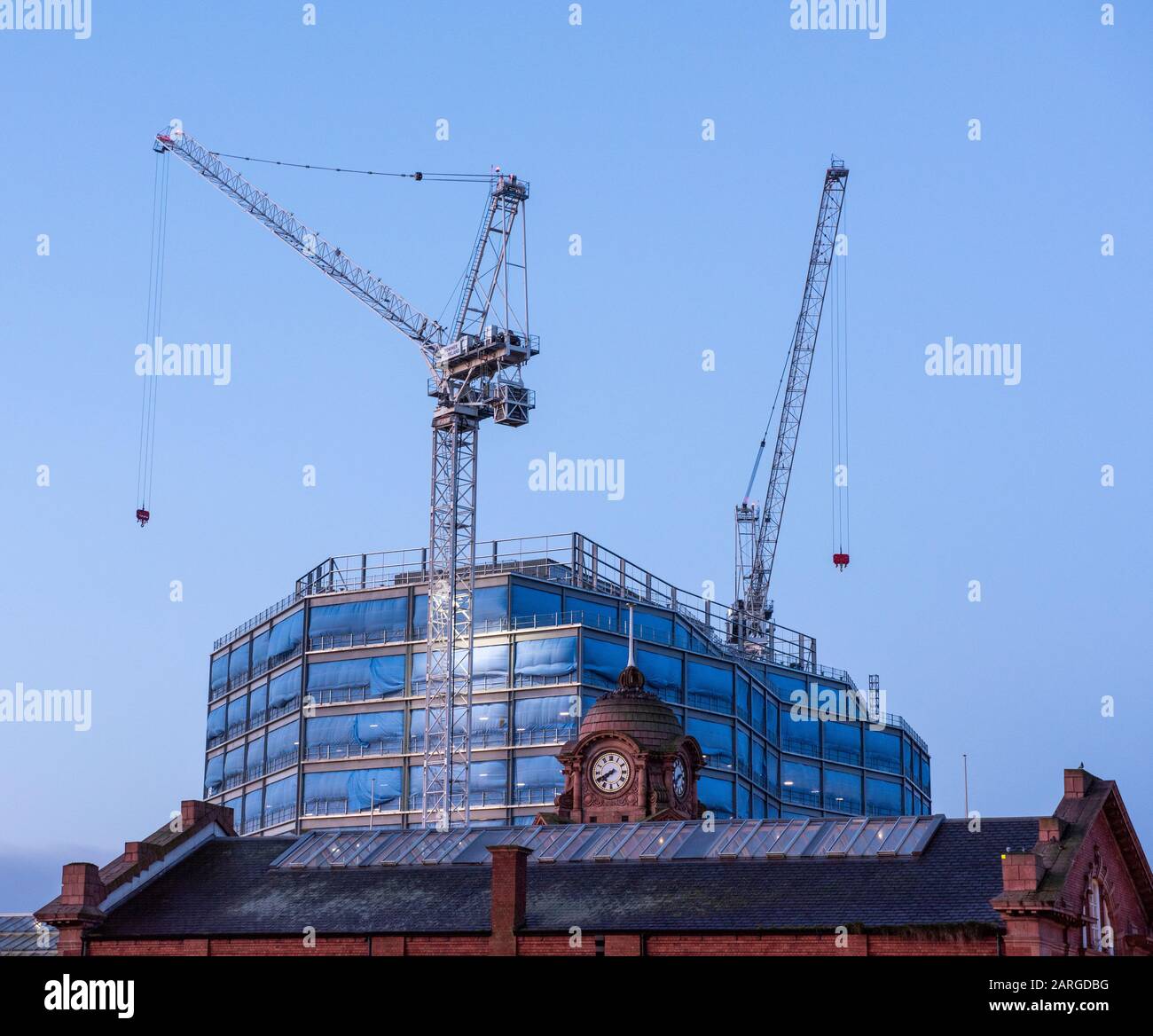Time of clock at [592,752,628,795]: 7:40
